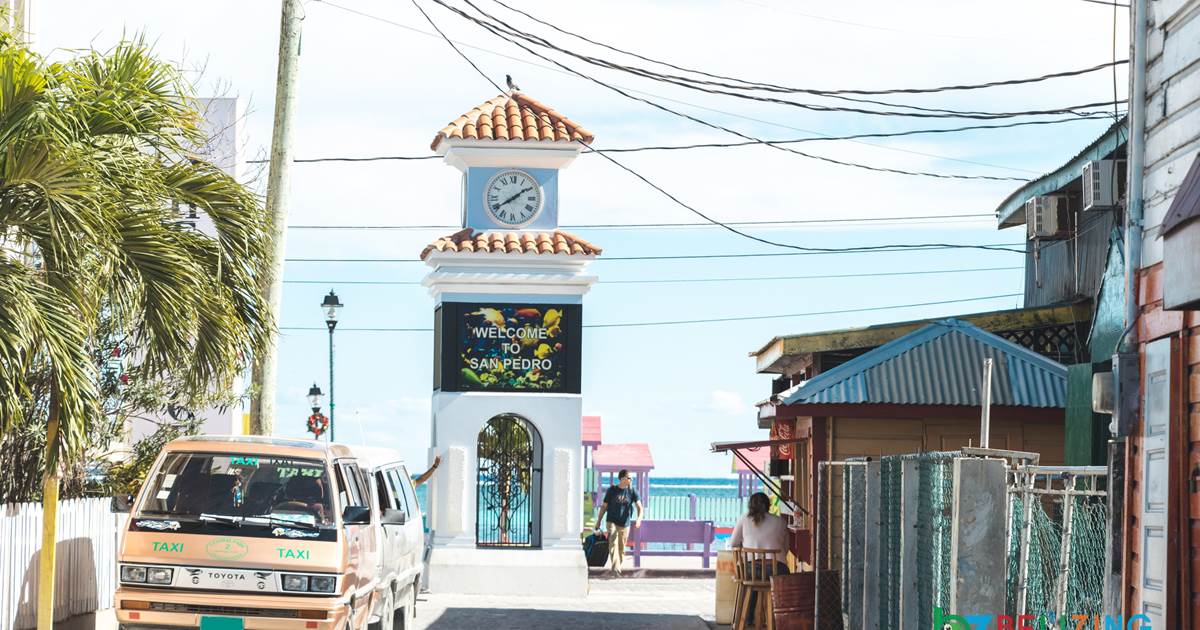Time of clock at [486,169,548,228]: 1:39
